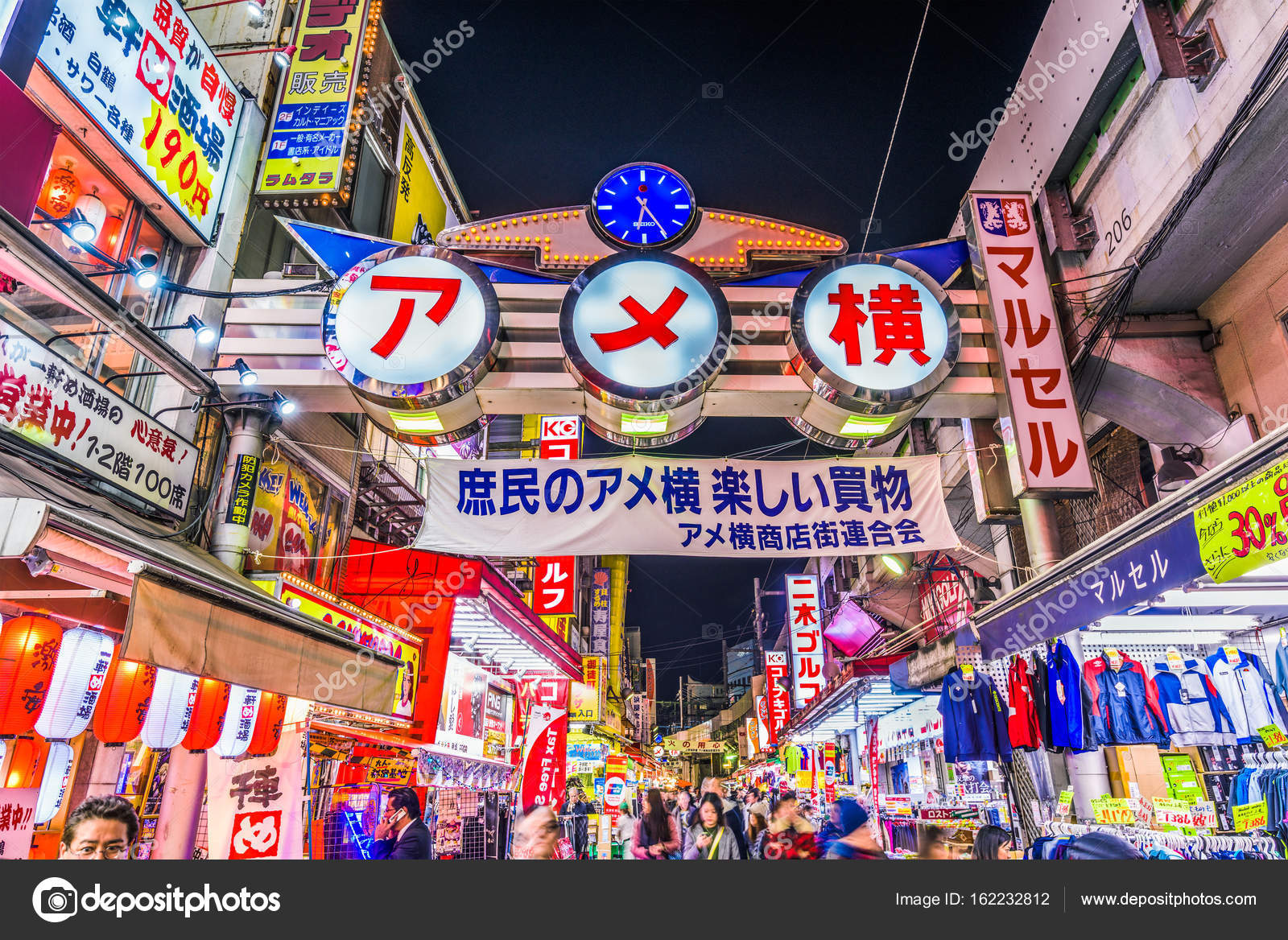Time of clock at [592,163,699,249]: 6:24
